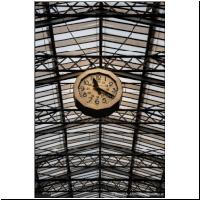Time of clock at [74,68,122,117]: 11:19
